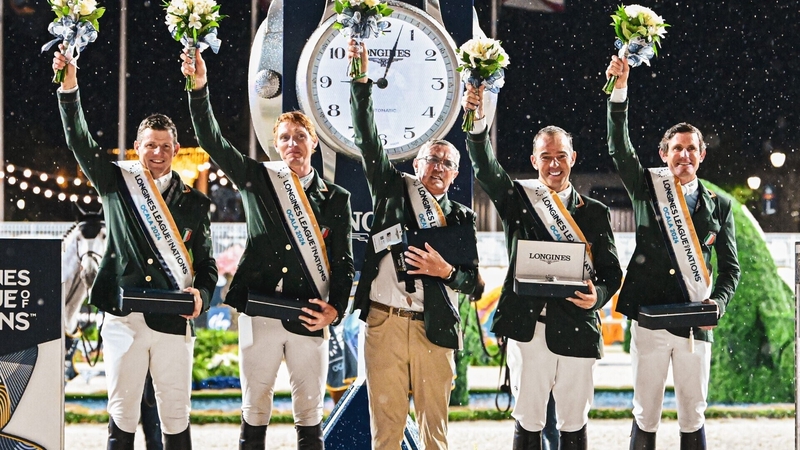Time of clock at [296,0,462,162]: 9:03
